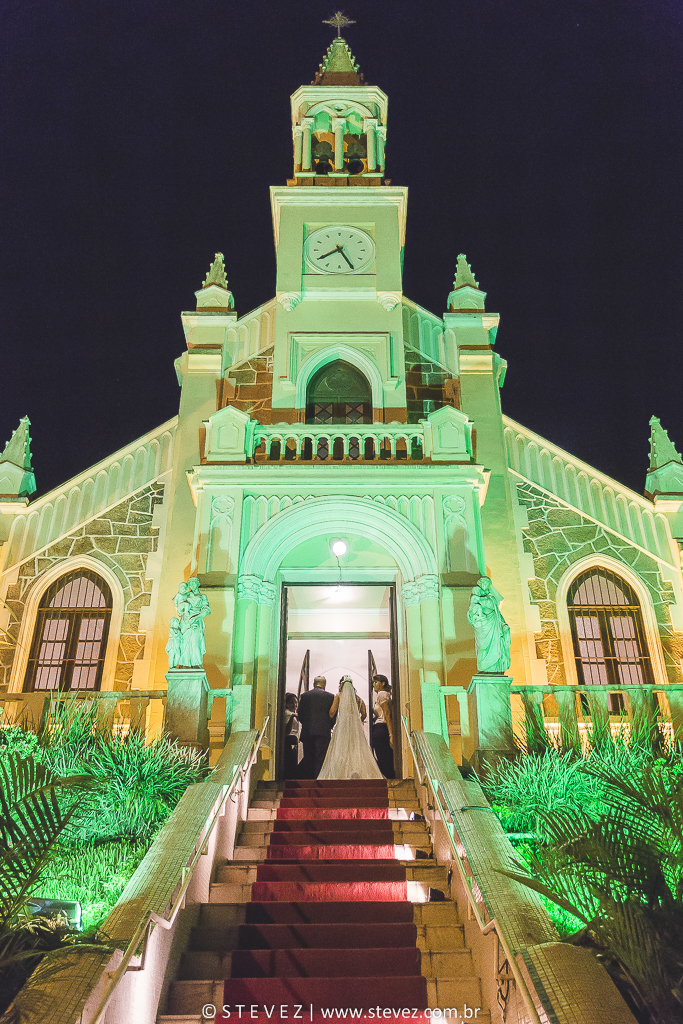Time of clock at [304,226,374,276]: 7:25
